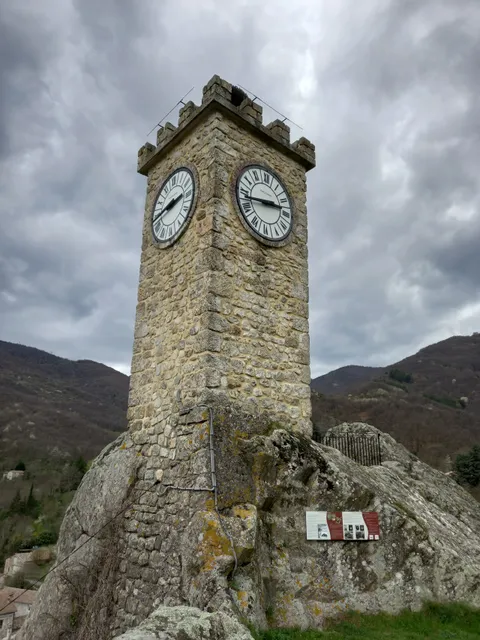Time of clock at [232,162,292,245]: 2:43
